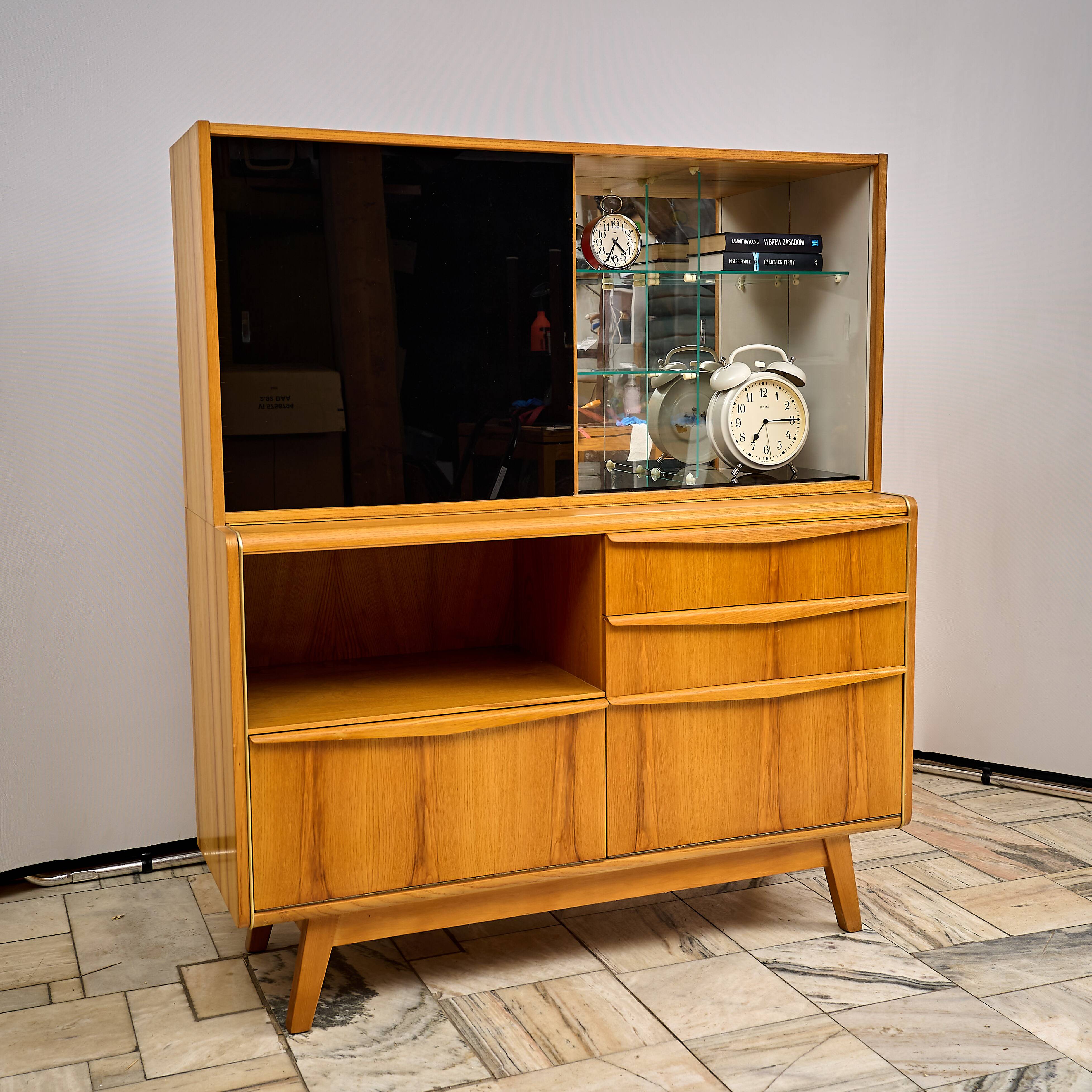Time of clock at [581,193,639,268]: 4:34
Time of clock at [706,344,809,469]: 7:15
